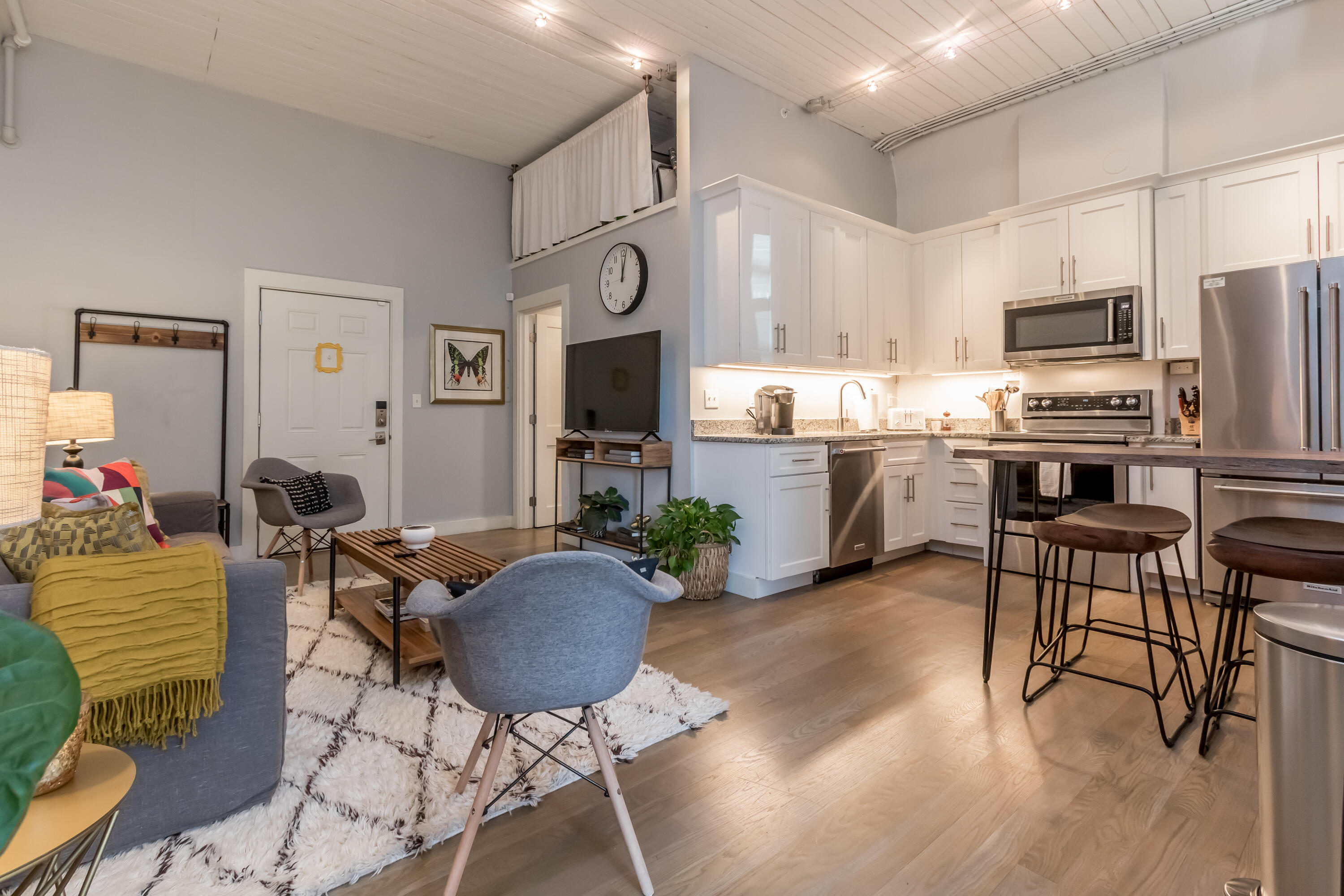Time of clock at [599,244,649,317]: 12:02
